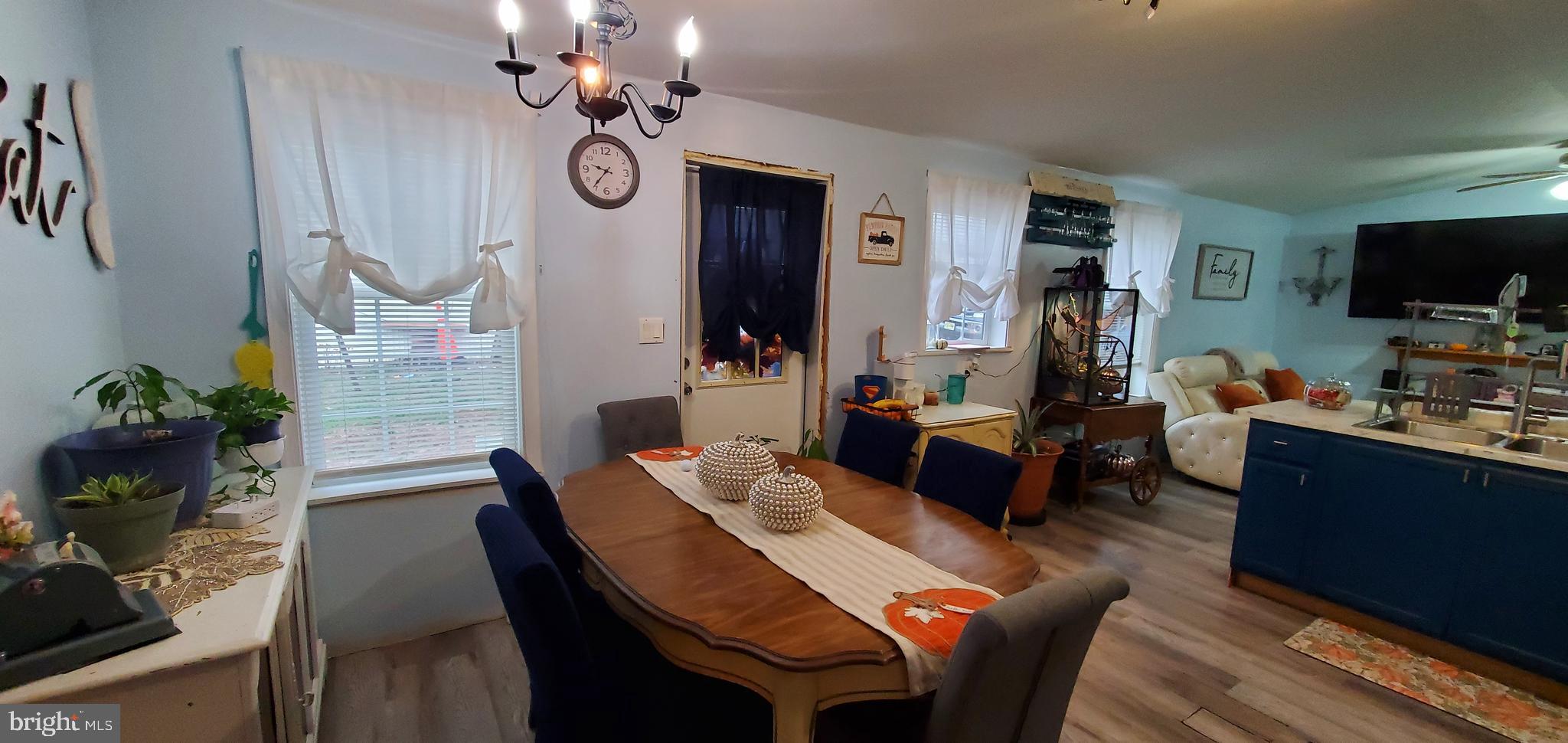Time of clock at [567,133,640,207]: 9:36
